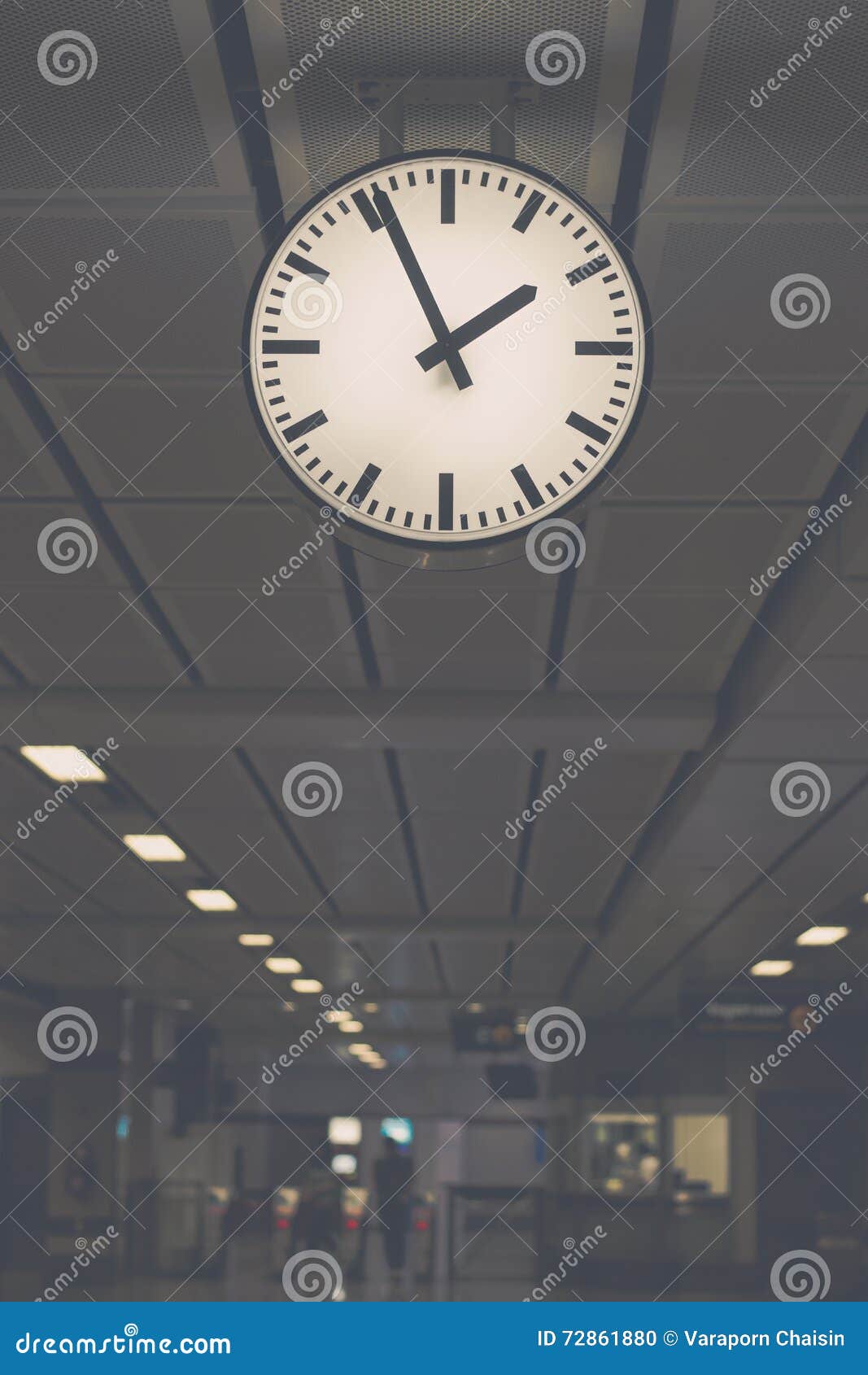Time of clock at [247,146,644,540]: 1:56
